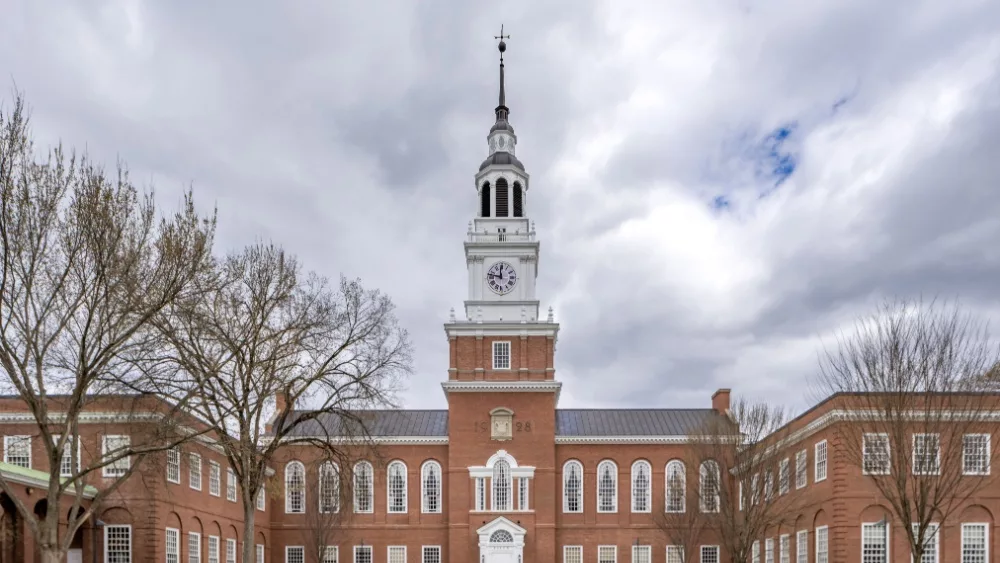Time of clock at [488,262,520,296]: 11:46
